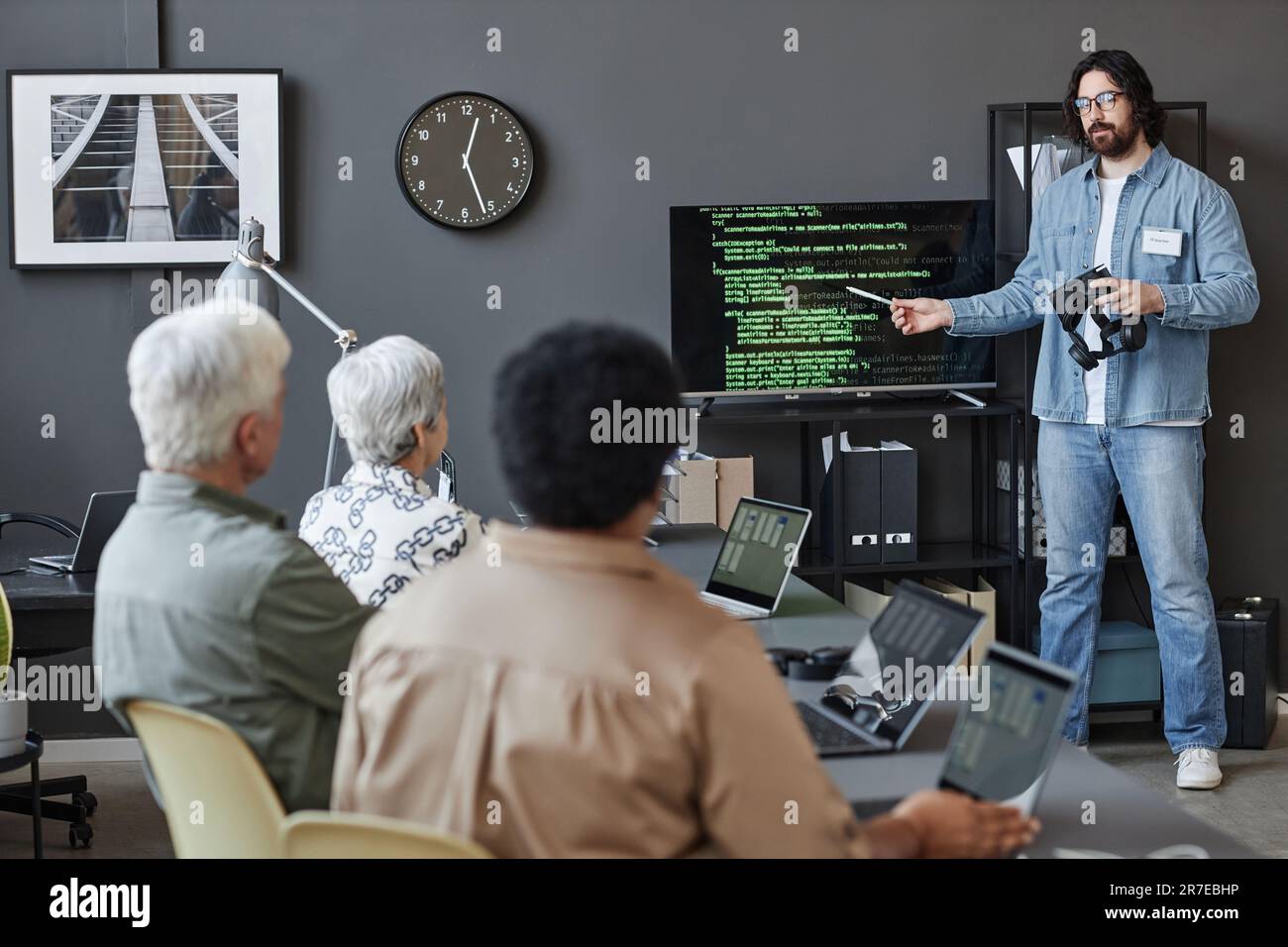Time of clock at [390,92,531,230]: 12:26
